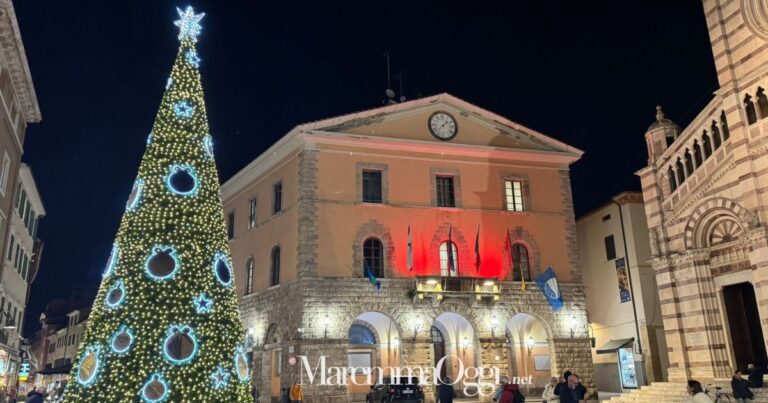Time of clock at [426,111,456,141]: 1:37
